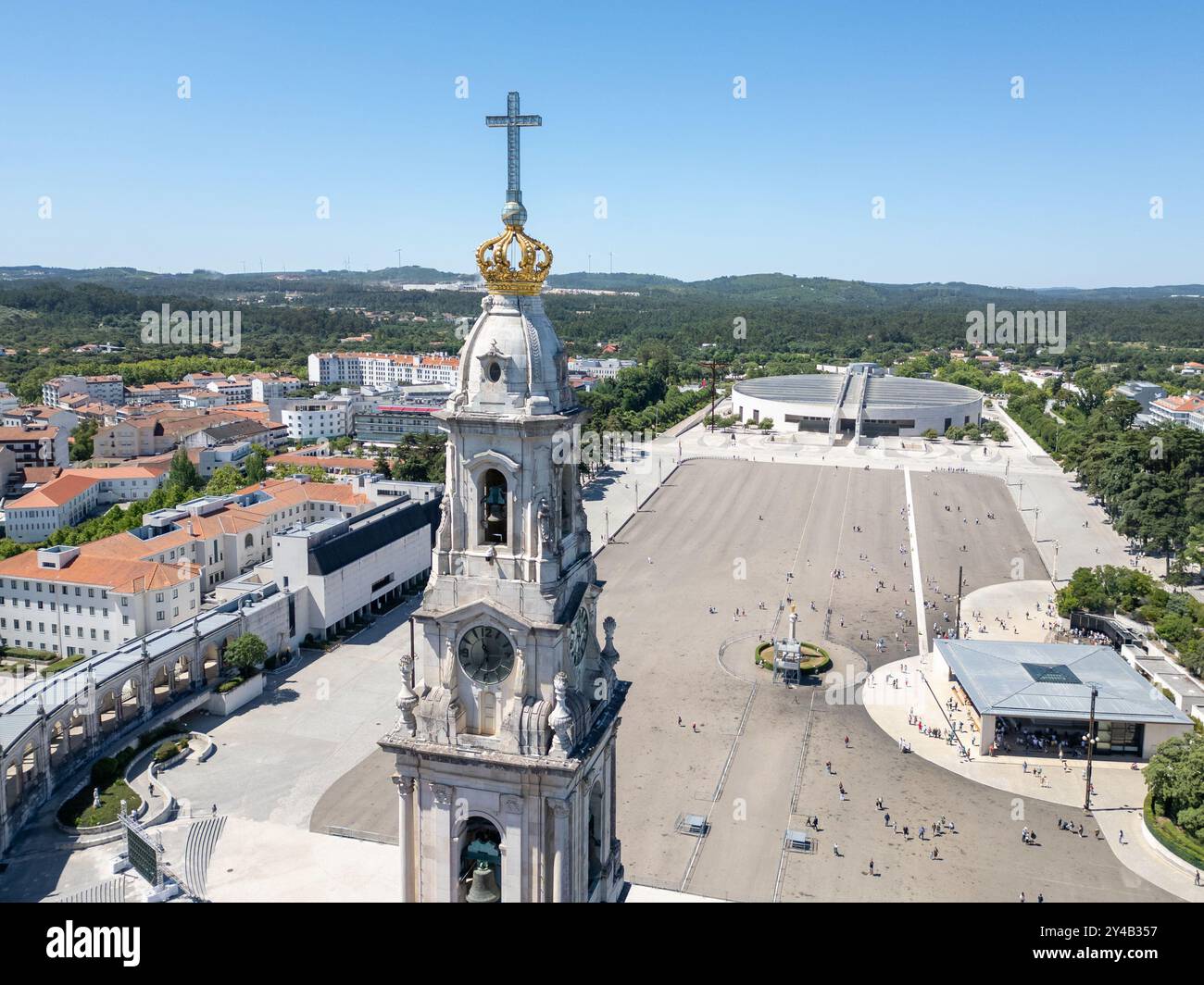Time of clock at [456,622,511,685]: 11:35
